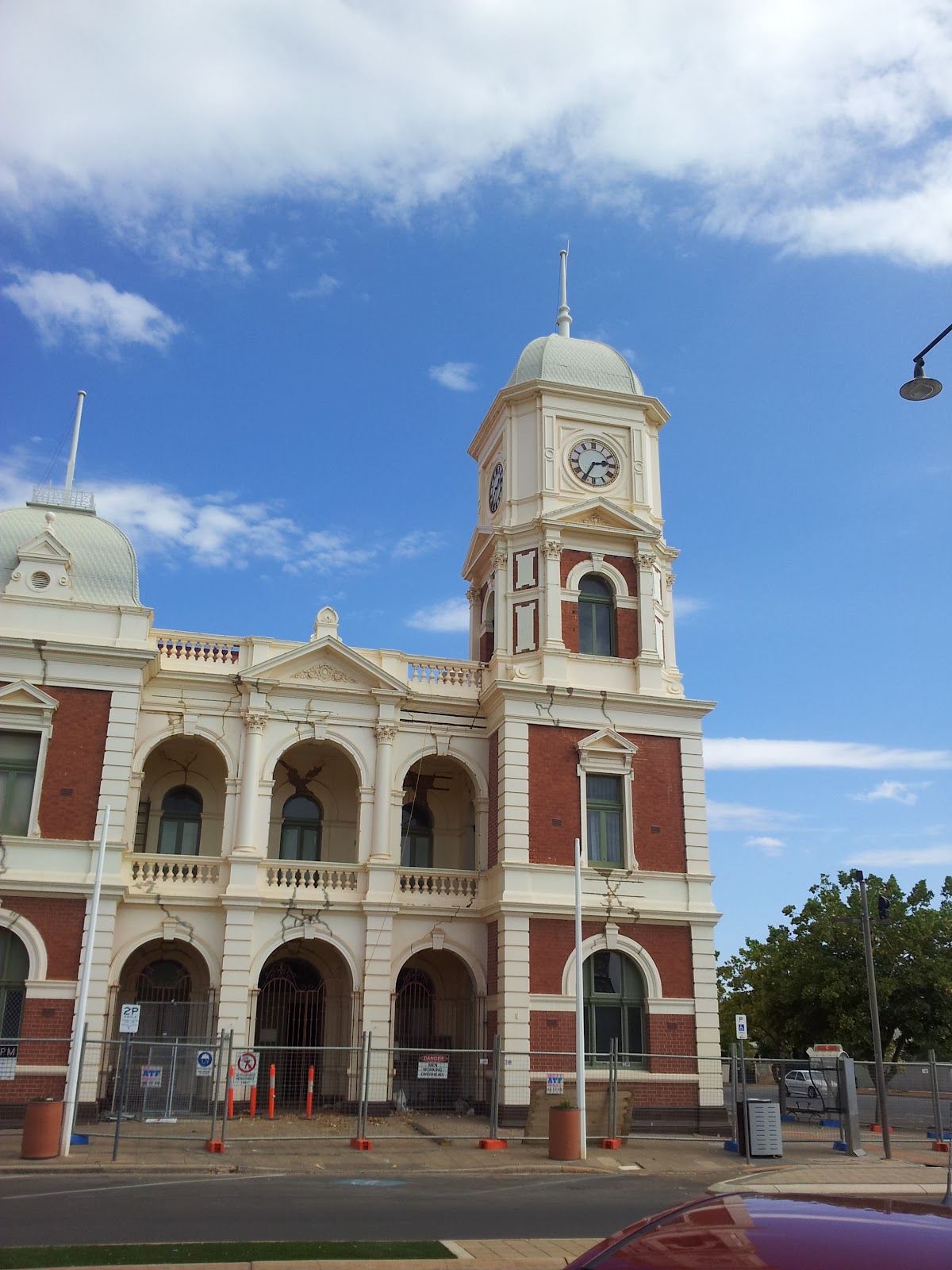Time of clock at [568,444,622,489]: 2:35
